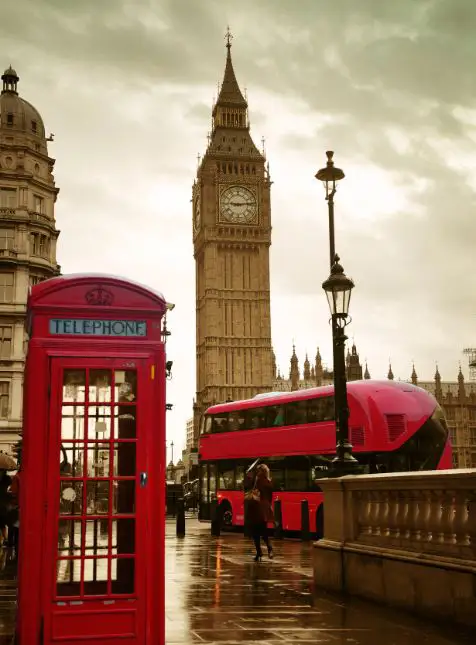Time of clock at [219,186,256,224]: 9:13
